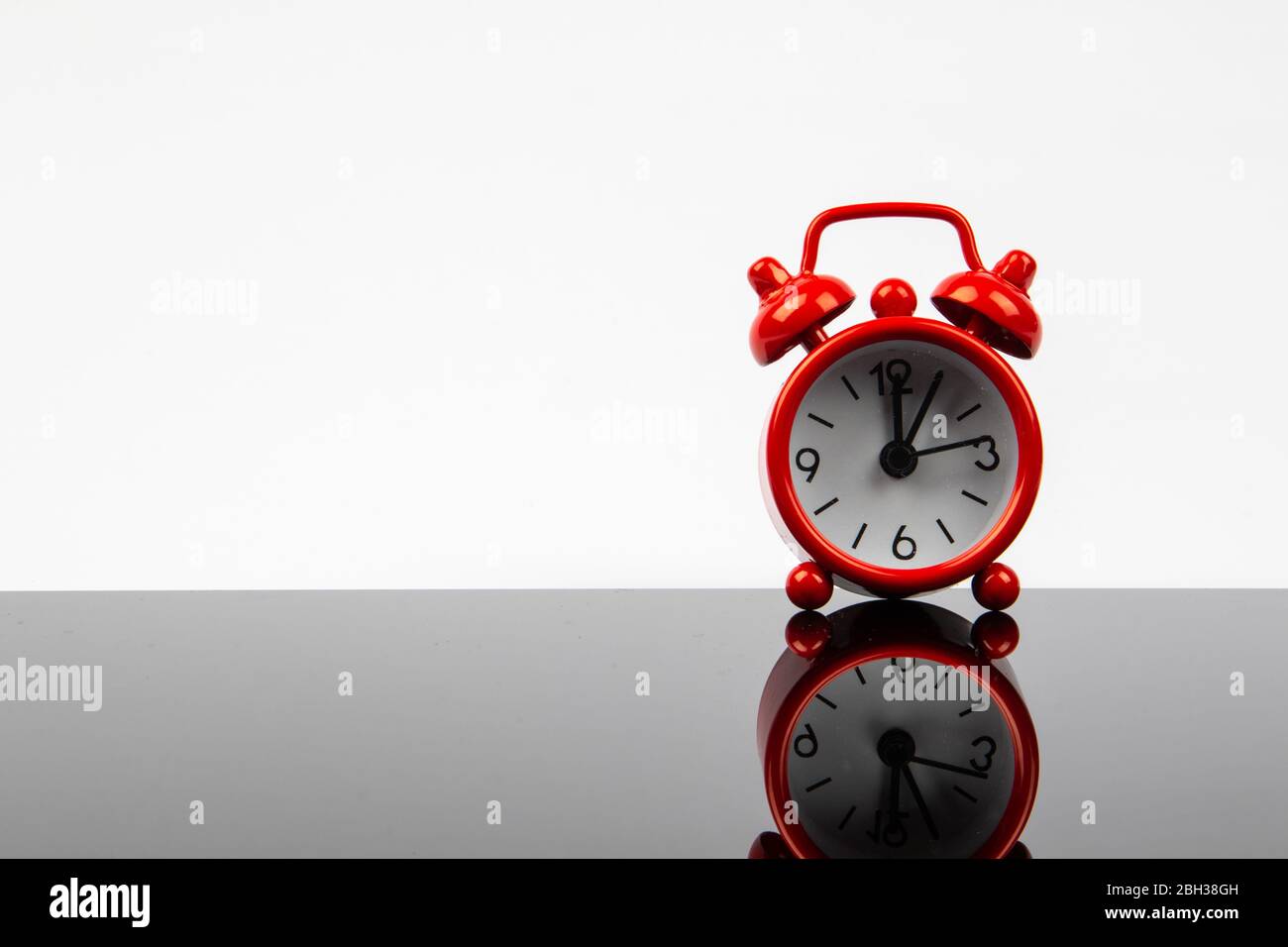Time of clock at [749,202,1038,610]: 12:05
